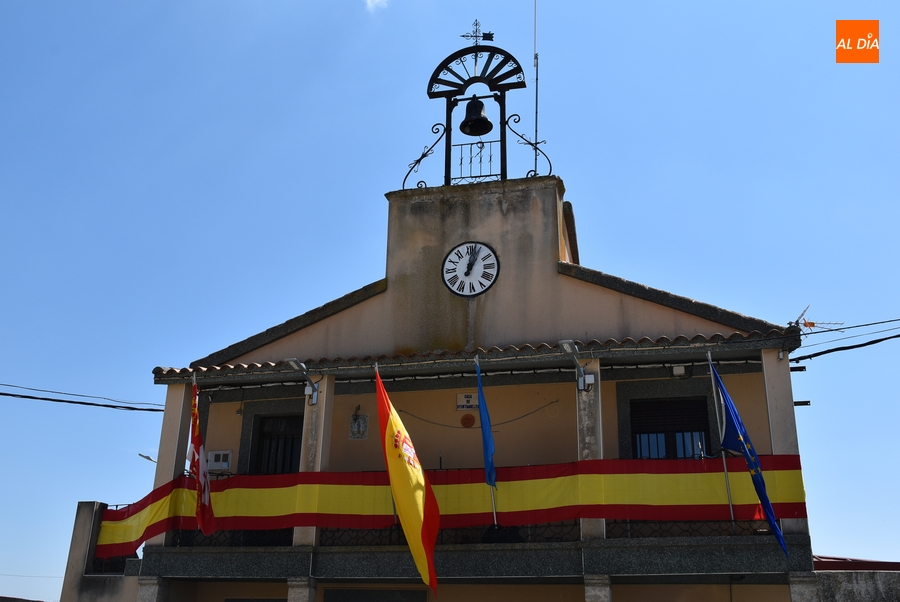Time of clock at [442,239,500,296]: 1:02
